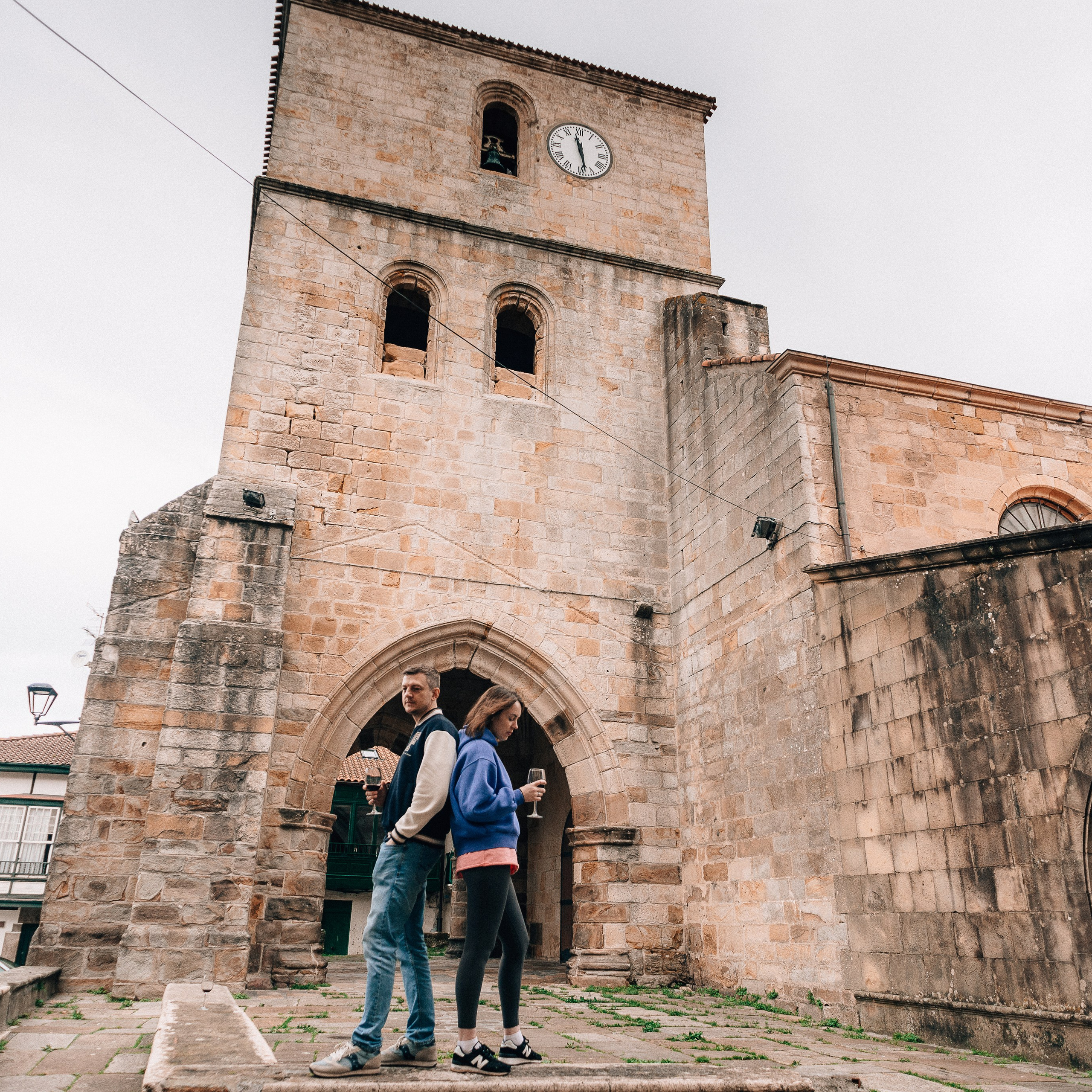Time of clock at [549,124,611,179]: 11:28
